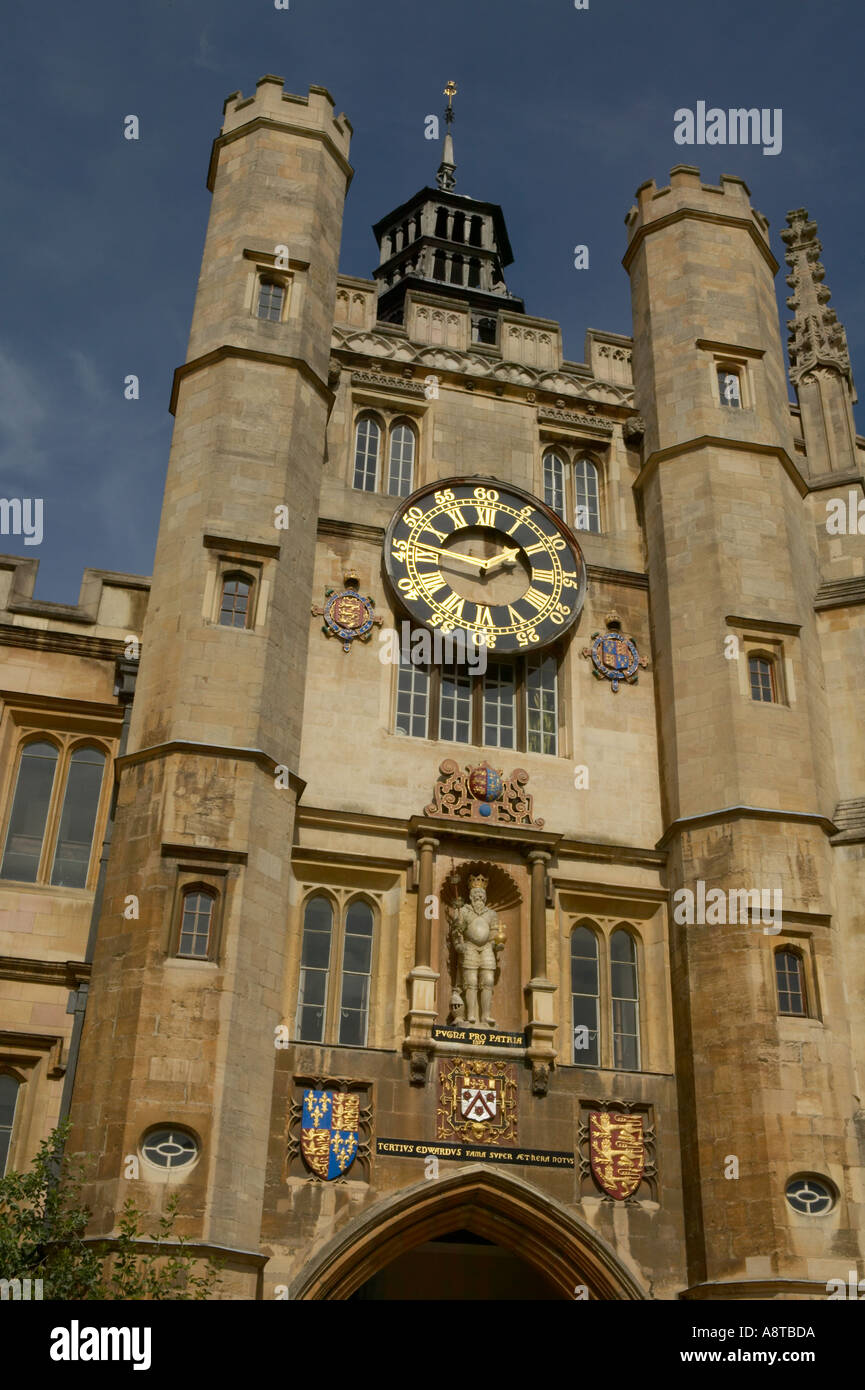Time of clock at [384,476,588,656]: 1:47
